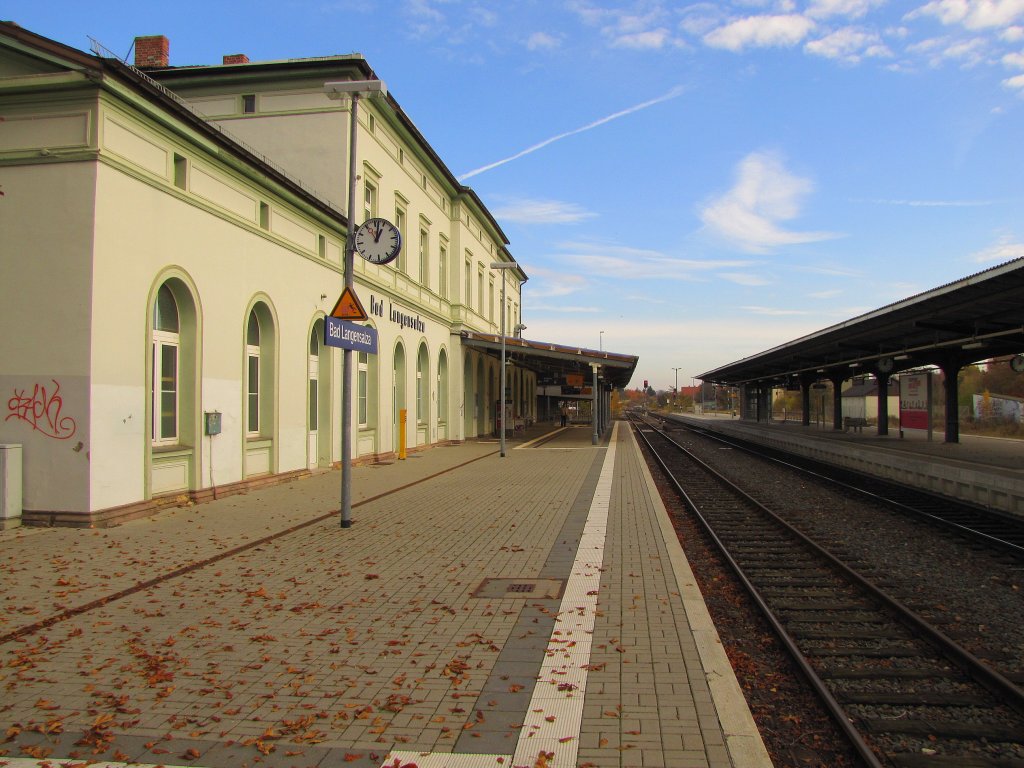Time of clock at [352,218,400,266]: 1:01
